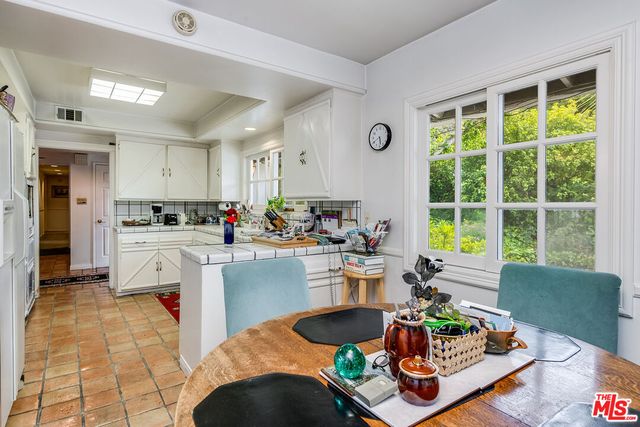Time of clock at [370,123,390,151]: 5:40
